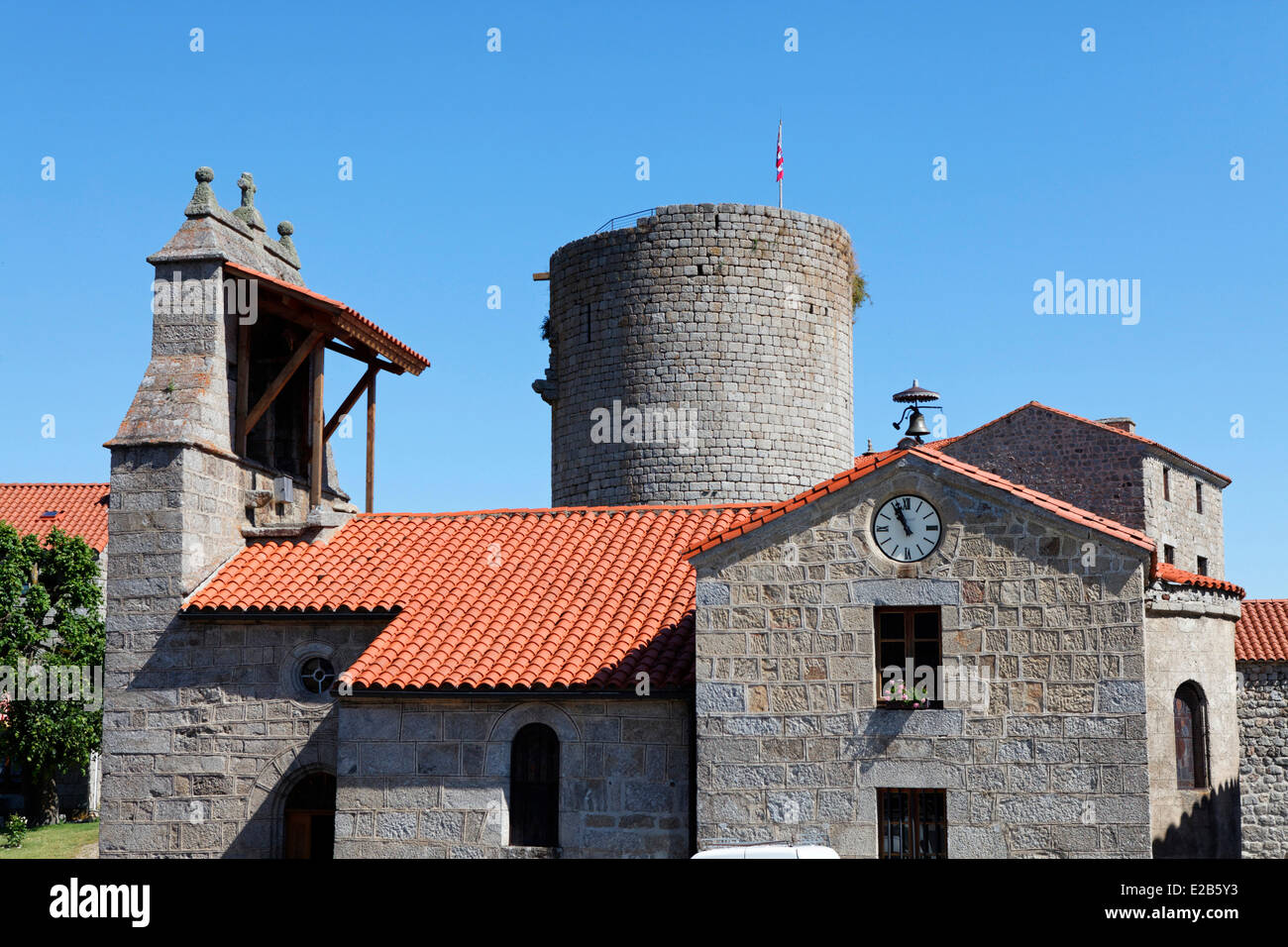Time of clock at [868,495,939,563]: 10:56
